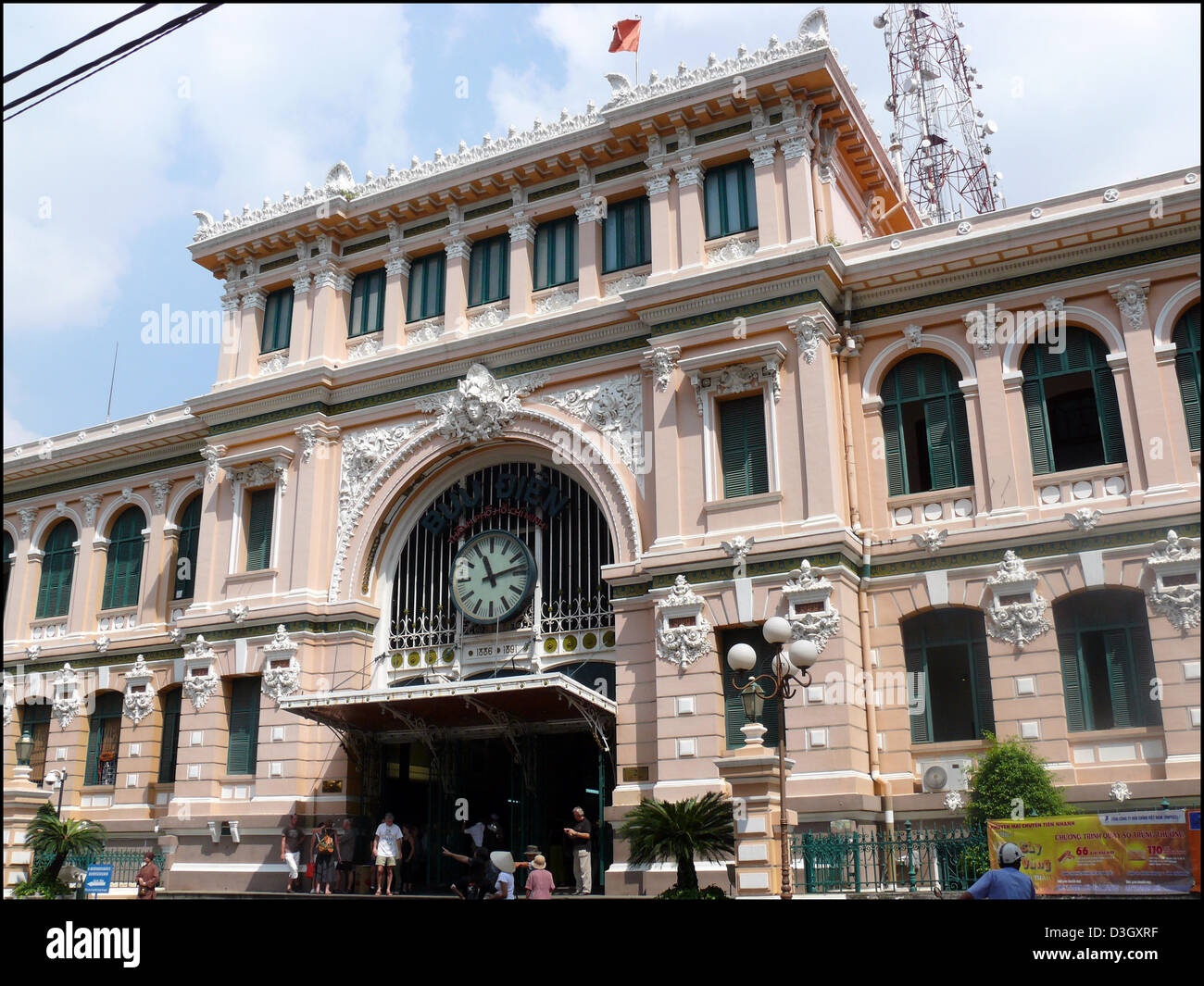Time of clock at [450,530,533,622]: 11:12
